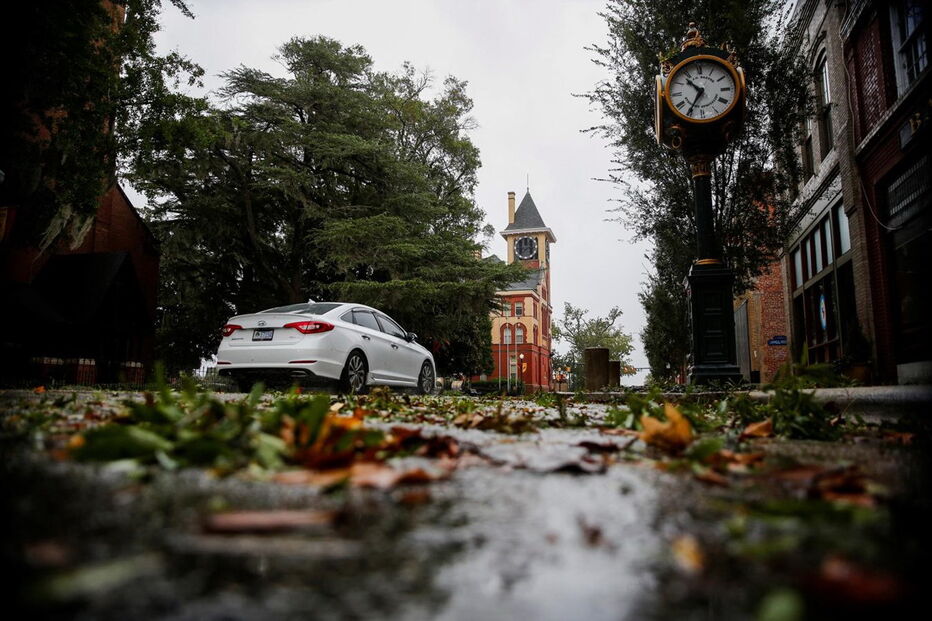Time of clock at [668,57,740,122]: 10:35
